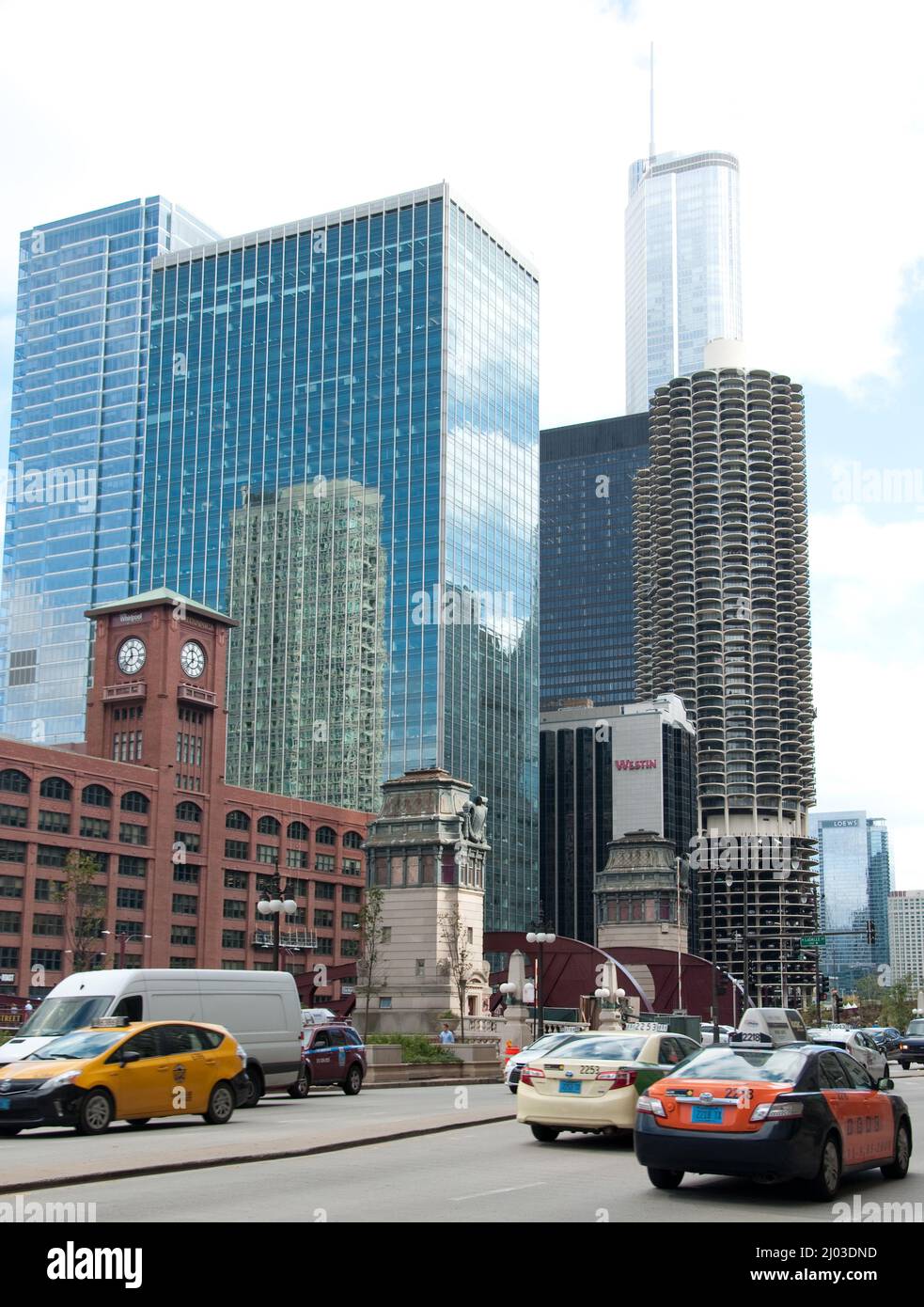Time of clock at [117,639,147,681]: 11:36
